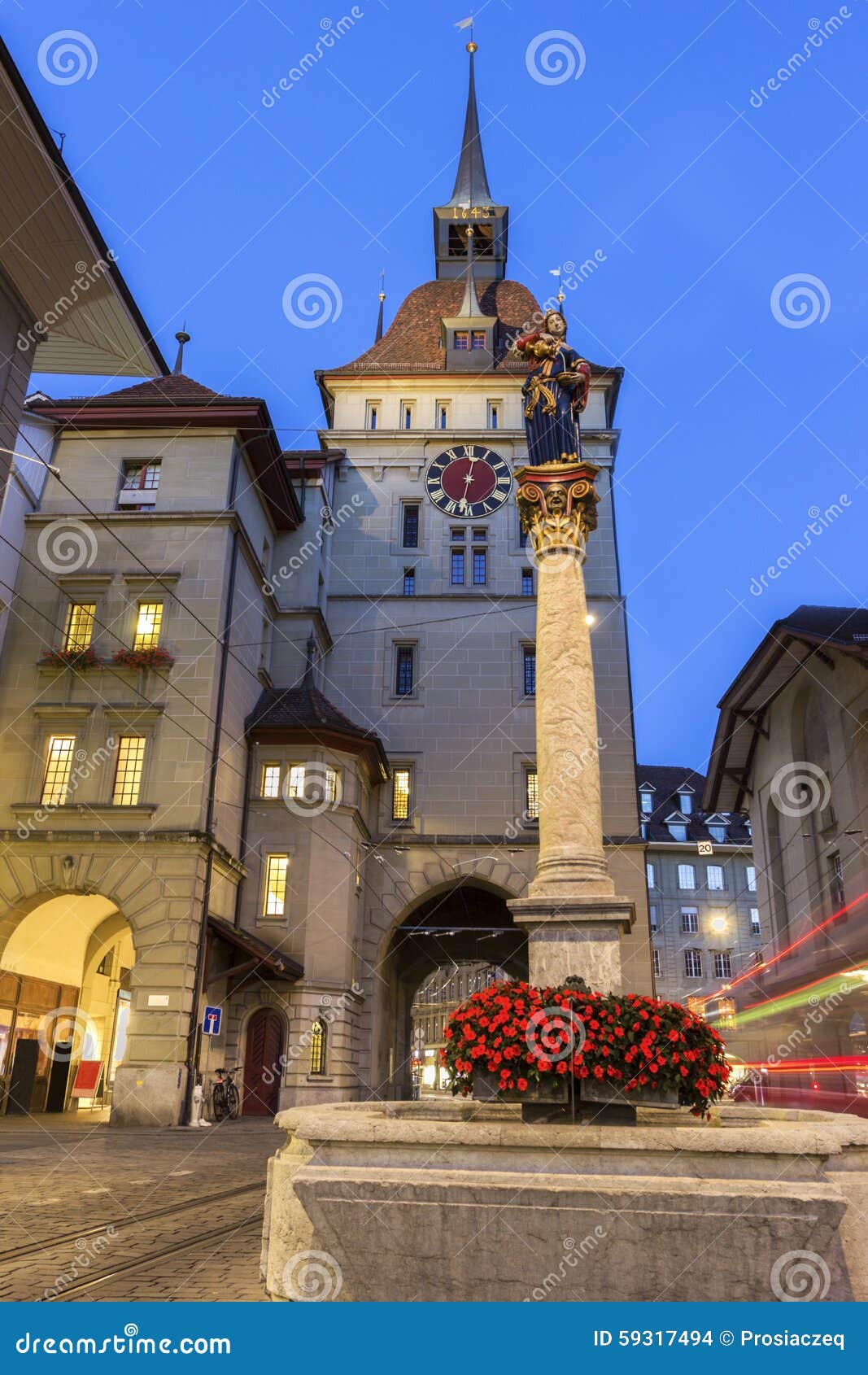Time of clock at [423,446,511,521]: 12:32
